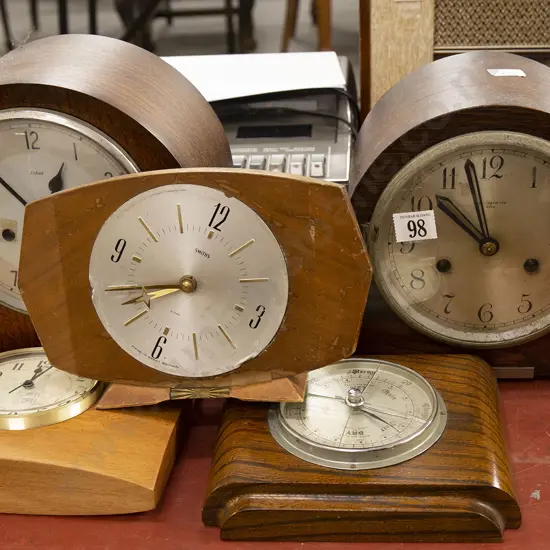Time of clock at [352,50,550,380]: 9:57
